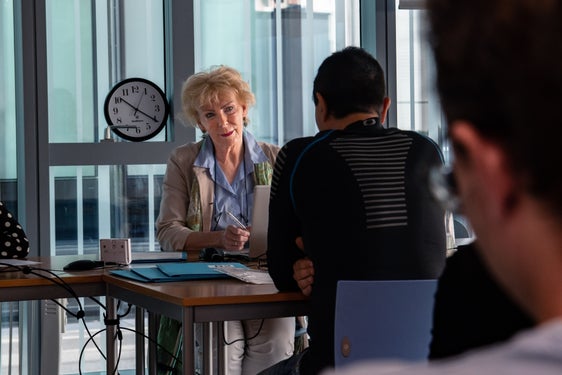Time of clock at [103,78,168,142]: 10:20
